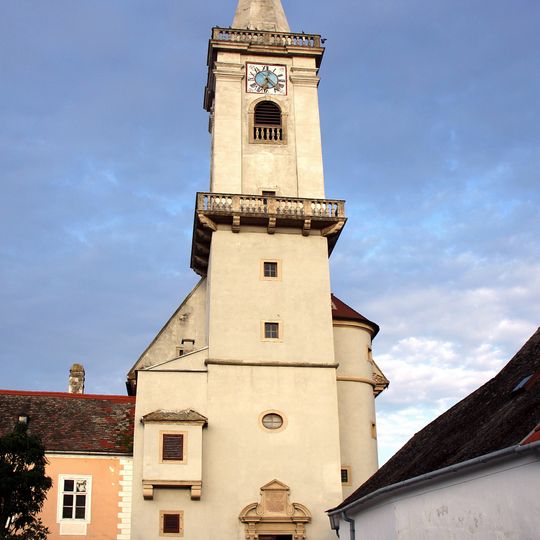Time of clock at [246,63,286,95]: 12:23
